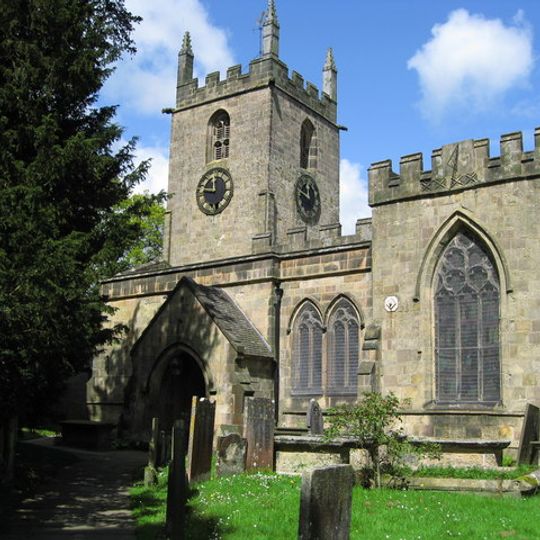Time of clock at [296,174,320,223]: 11:48
